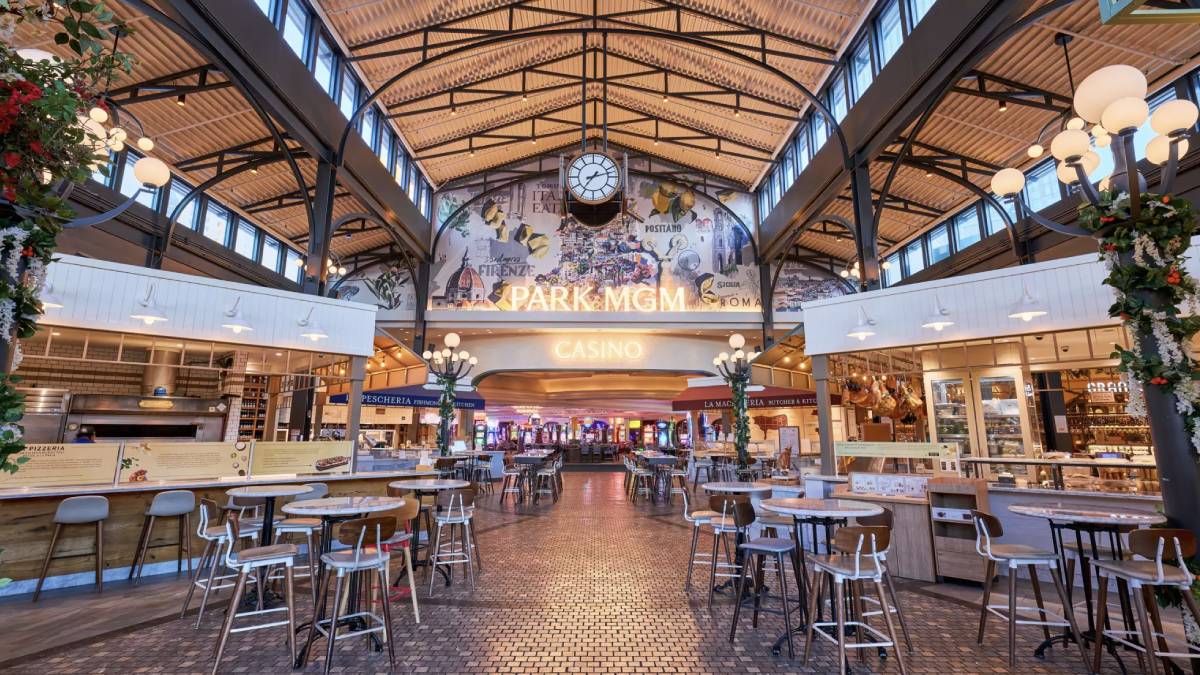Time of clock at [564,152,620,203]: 7:12
